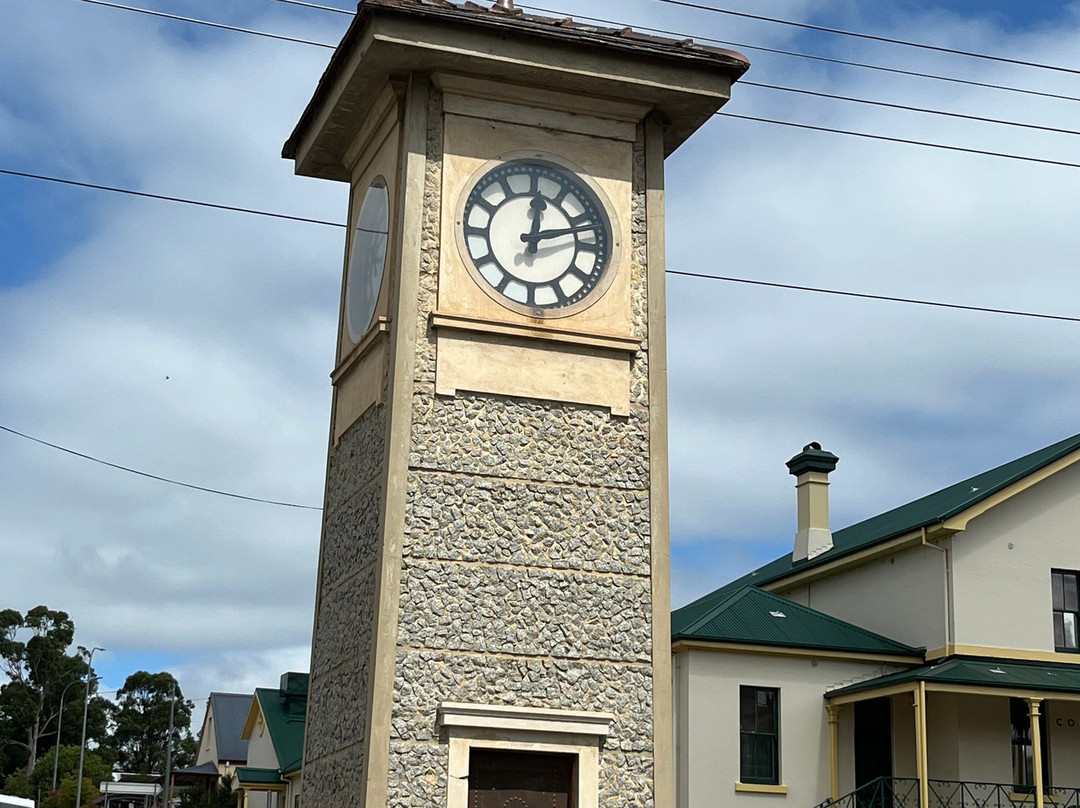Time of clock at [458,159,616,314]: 12:12
